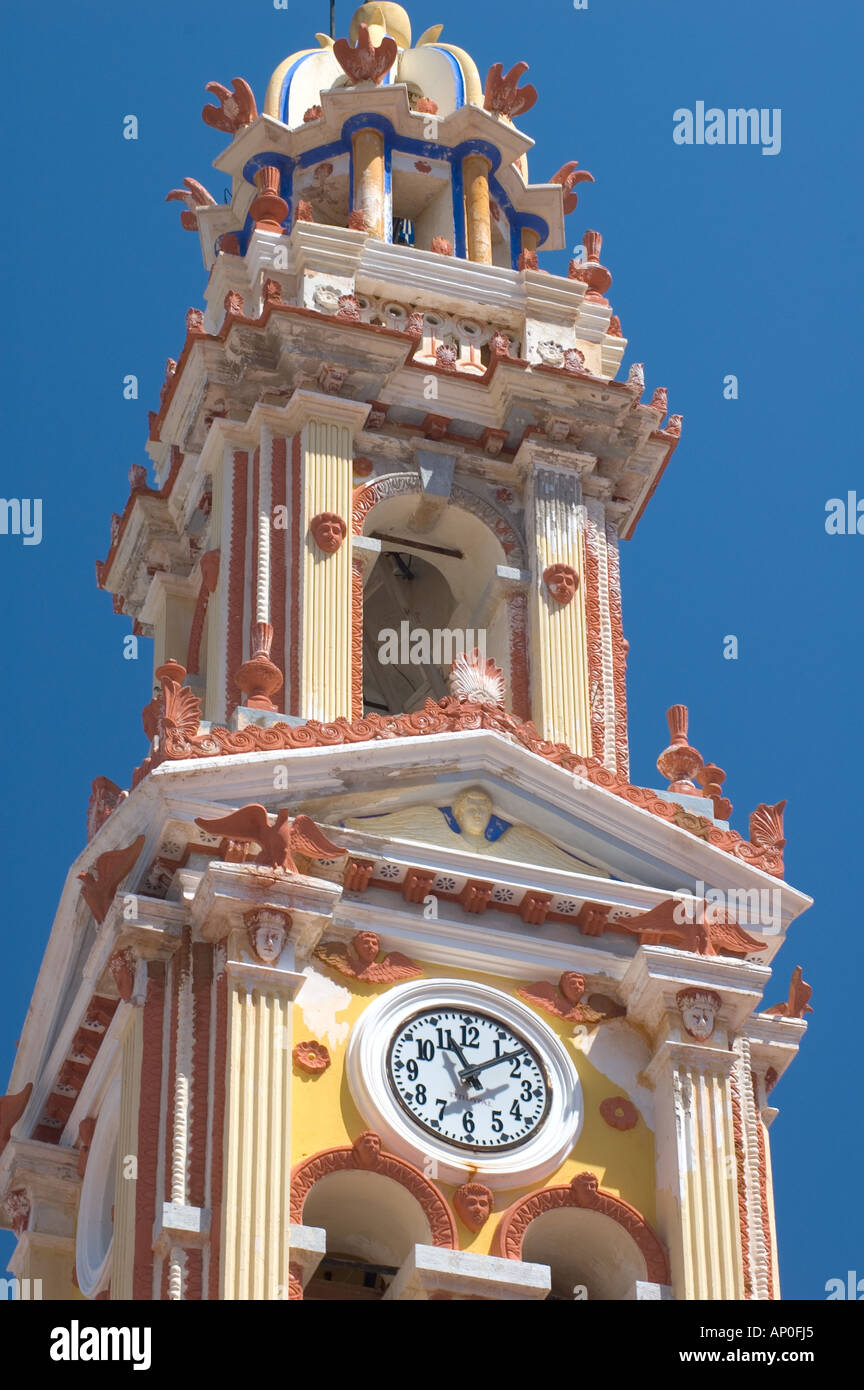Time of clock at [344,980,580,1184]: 11:08
